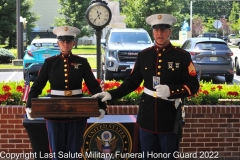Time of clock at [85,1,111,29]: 11:36
